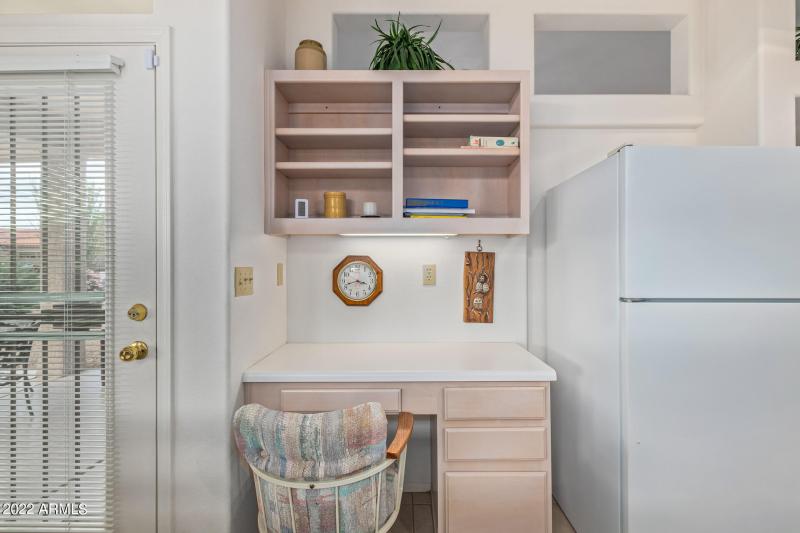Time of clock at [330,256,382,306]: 3:42
